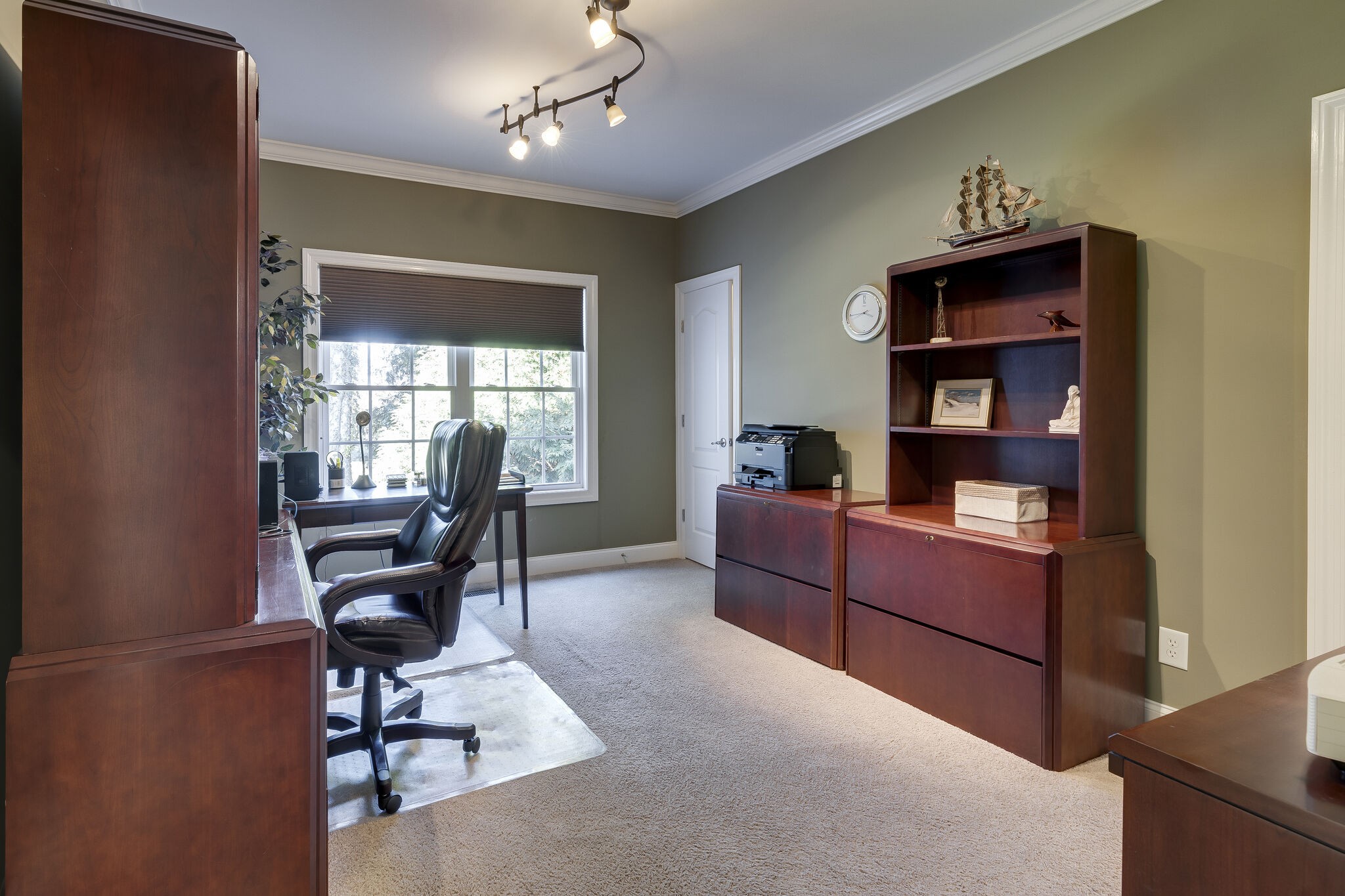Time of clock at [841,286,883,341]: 3:43
